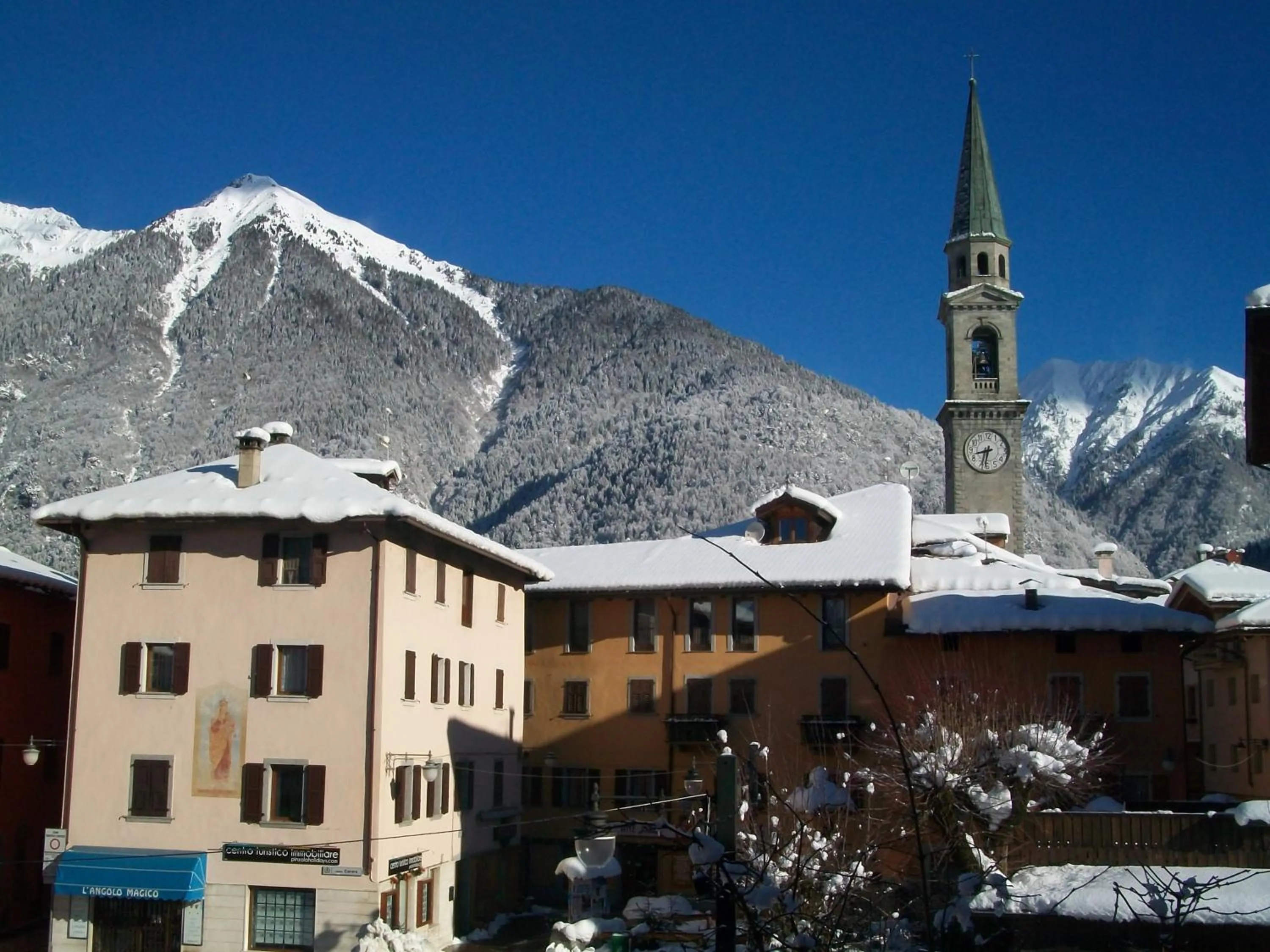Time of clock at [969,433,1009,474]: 8:32
